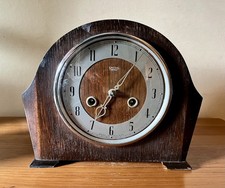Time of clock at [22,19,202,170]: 7:06
